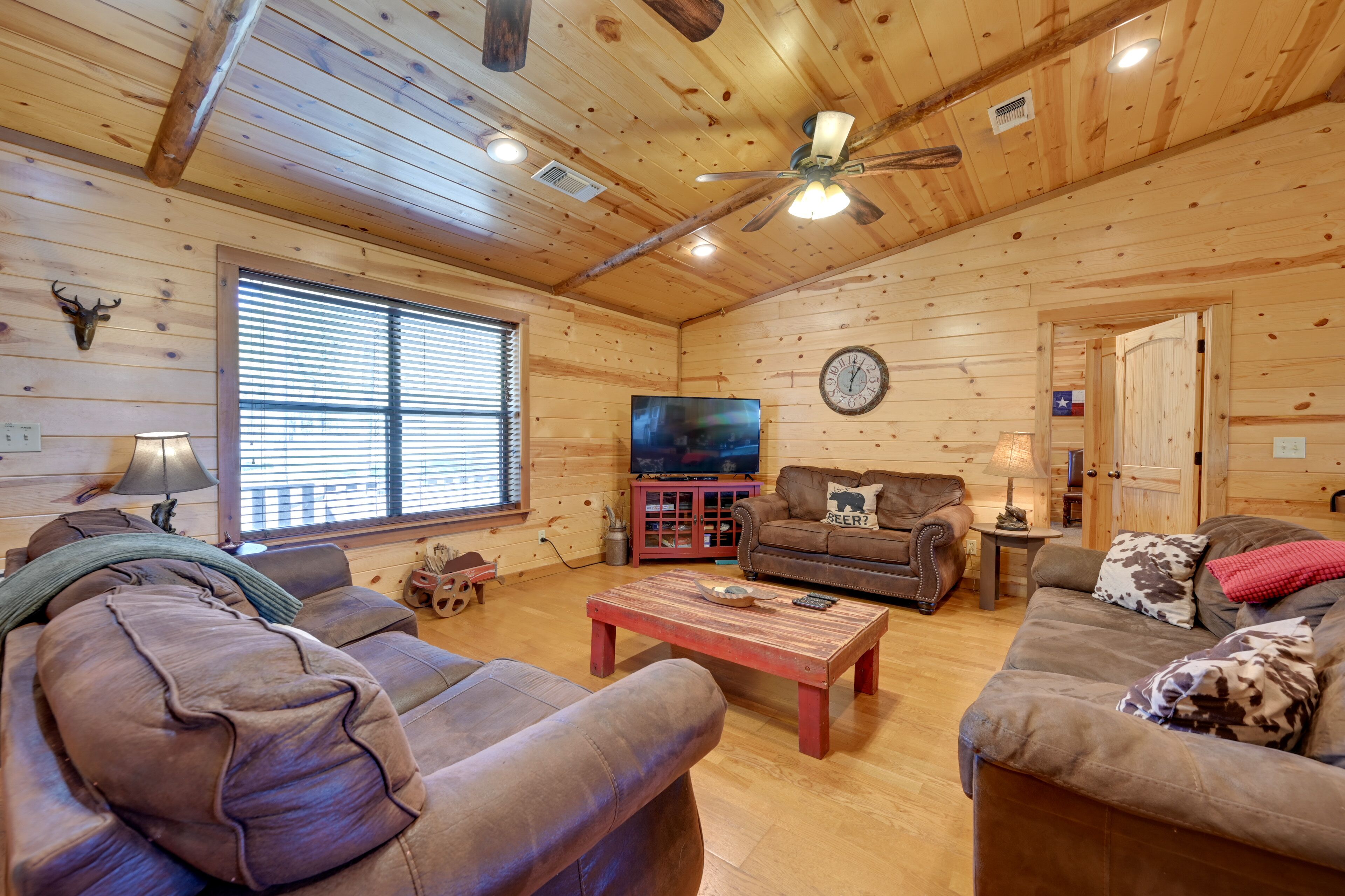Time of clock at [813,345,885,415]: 1:01
